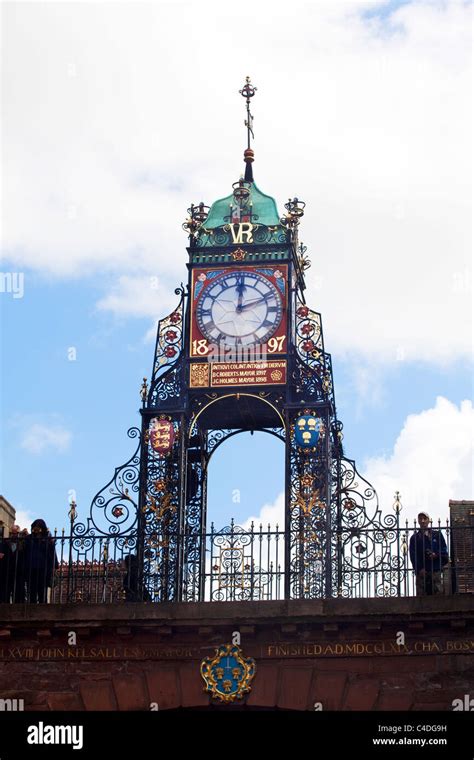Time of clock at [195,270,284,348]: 12:11
